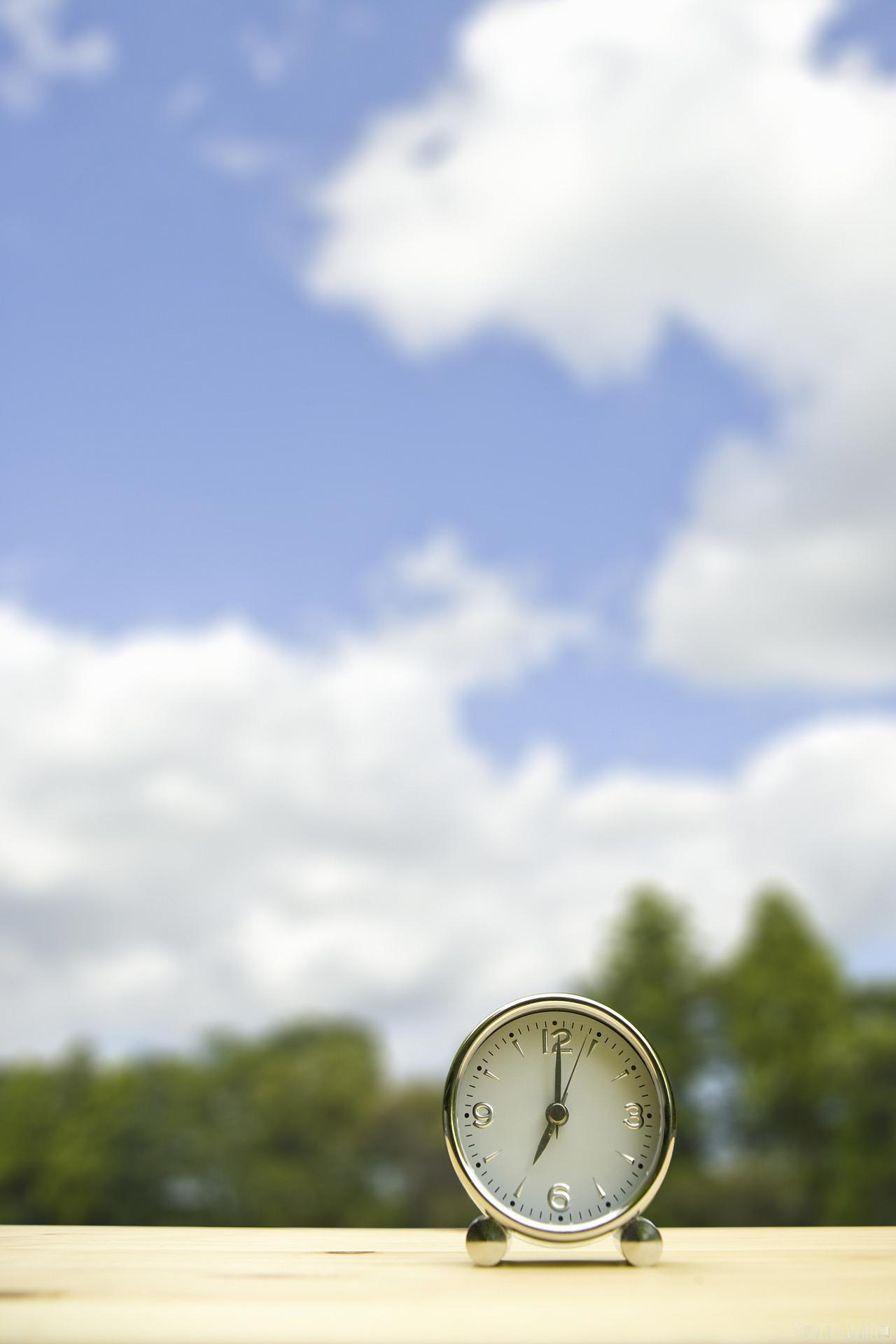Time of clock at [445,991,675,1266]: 7:00
